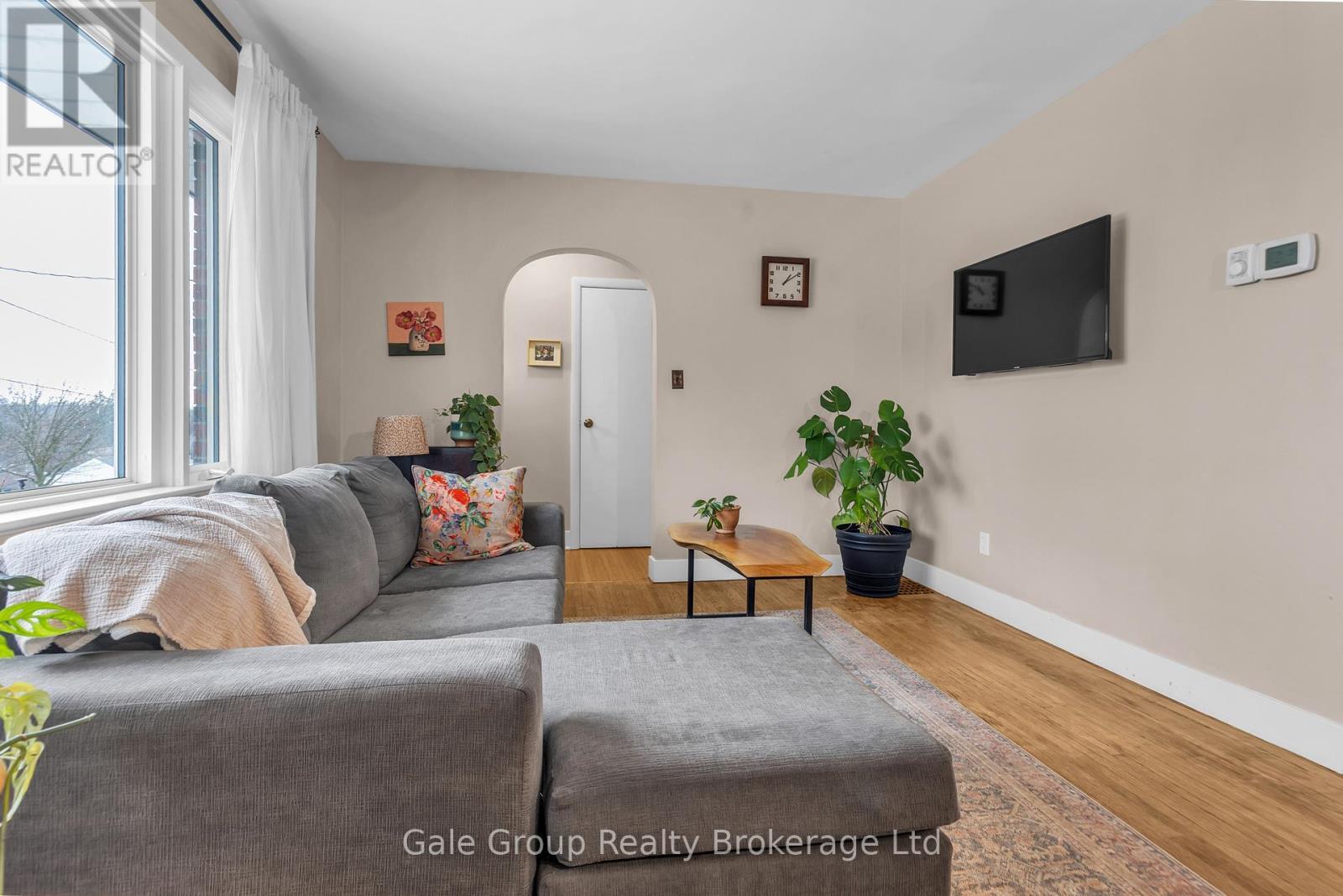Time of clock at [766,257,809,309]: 1:09
